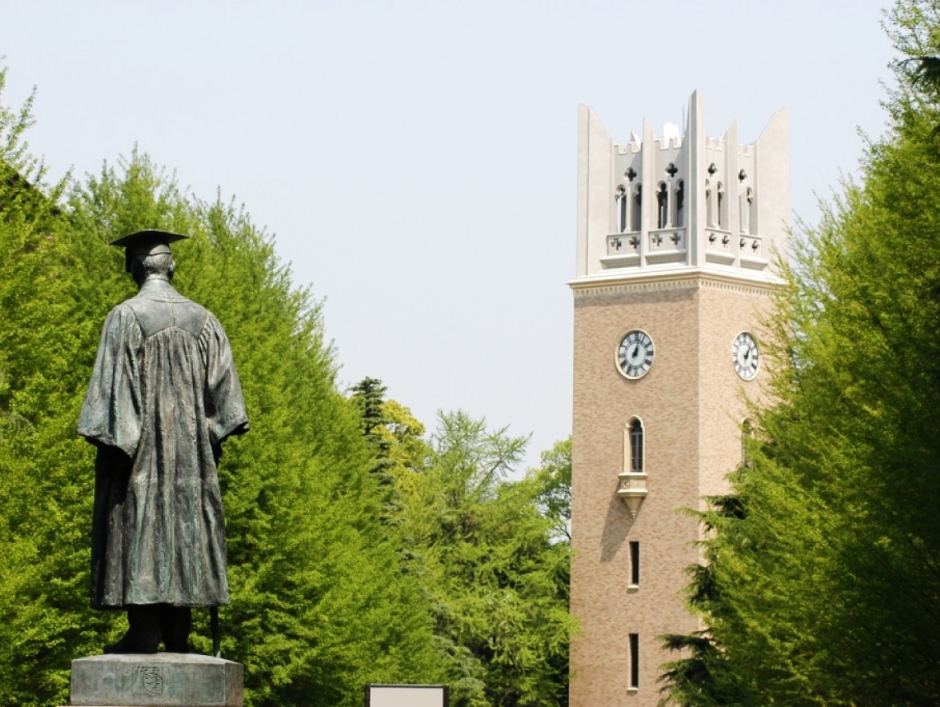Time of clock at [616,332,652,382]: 1:02
